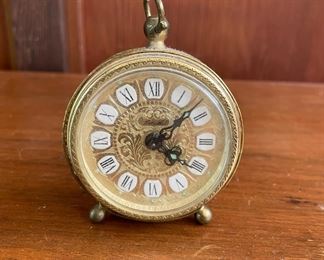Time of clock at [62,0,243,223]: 4:07
